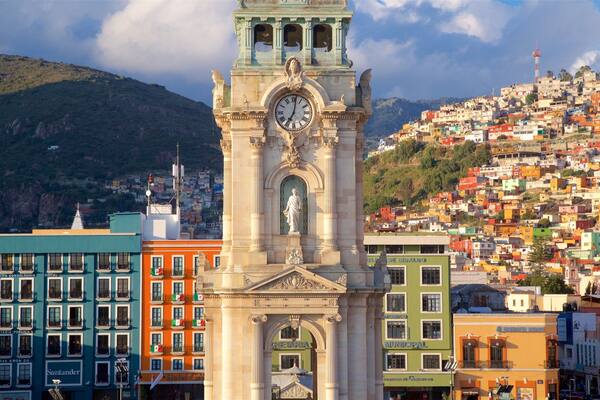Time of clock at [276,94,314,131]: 7:01
